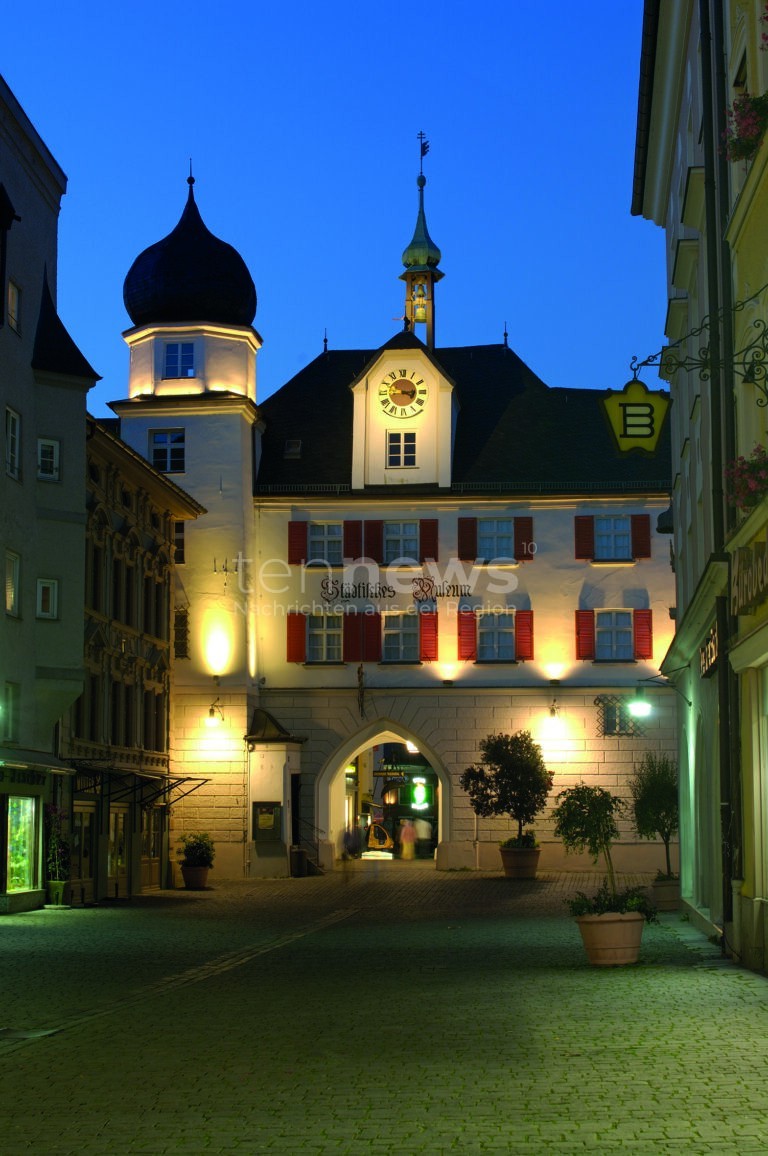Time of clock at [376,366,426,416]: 3:43
